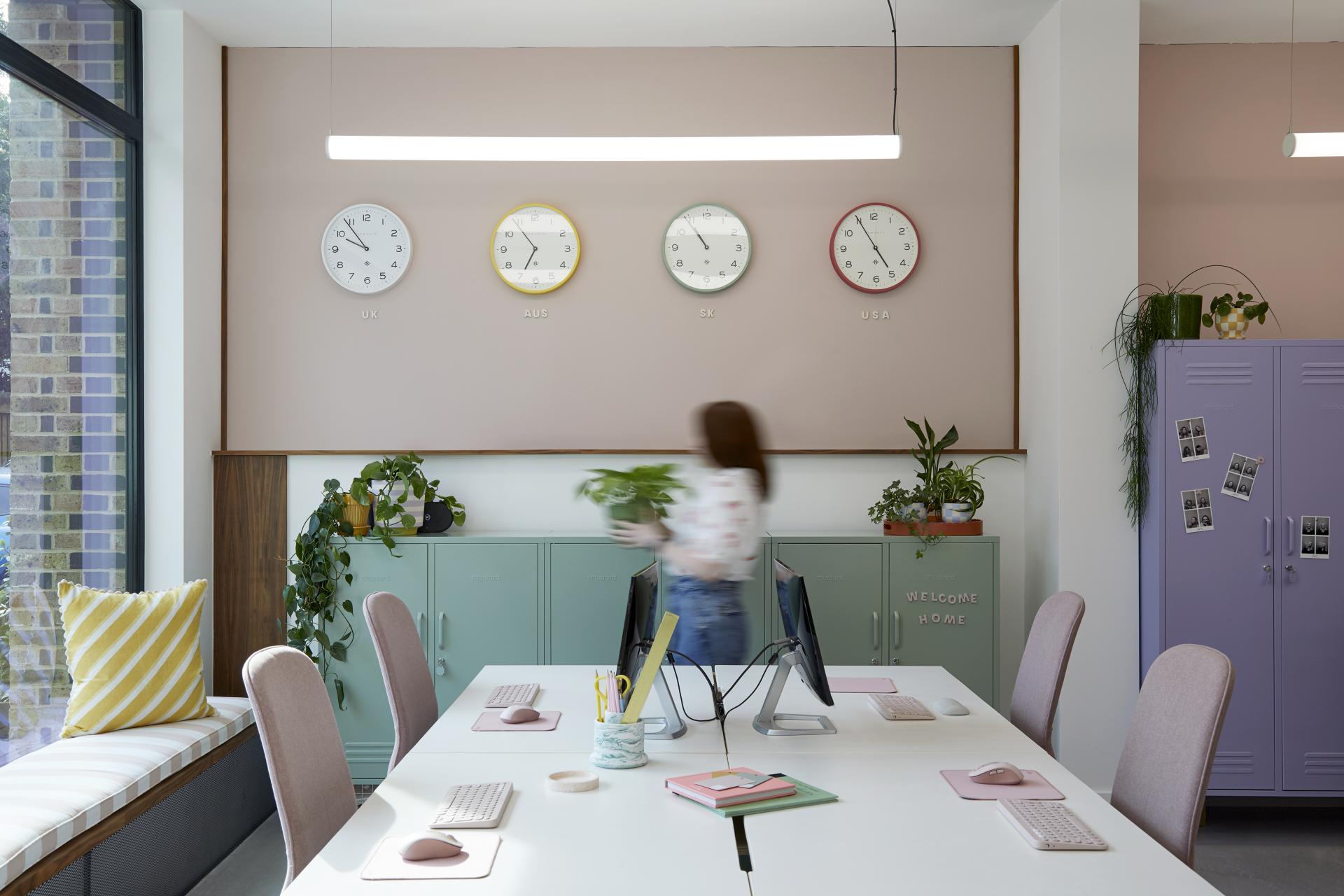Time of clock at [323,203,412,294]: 9:53
